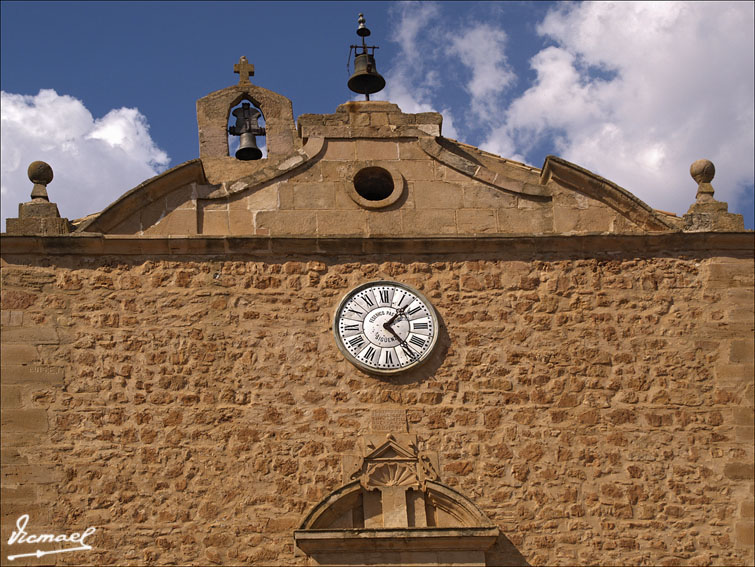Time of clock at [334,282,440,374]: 1:23
